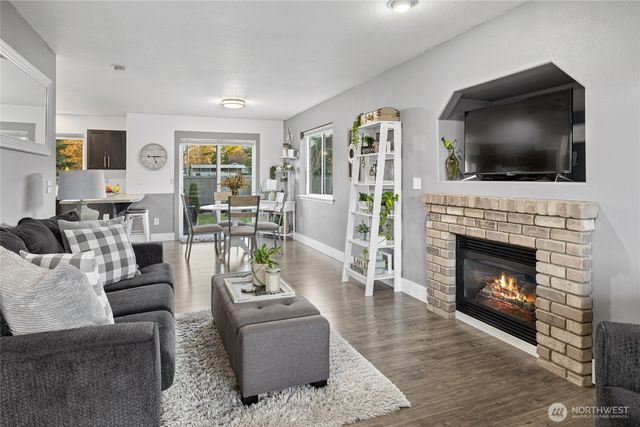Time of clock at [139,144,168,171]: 5:14
